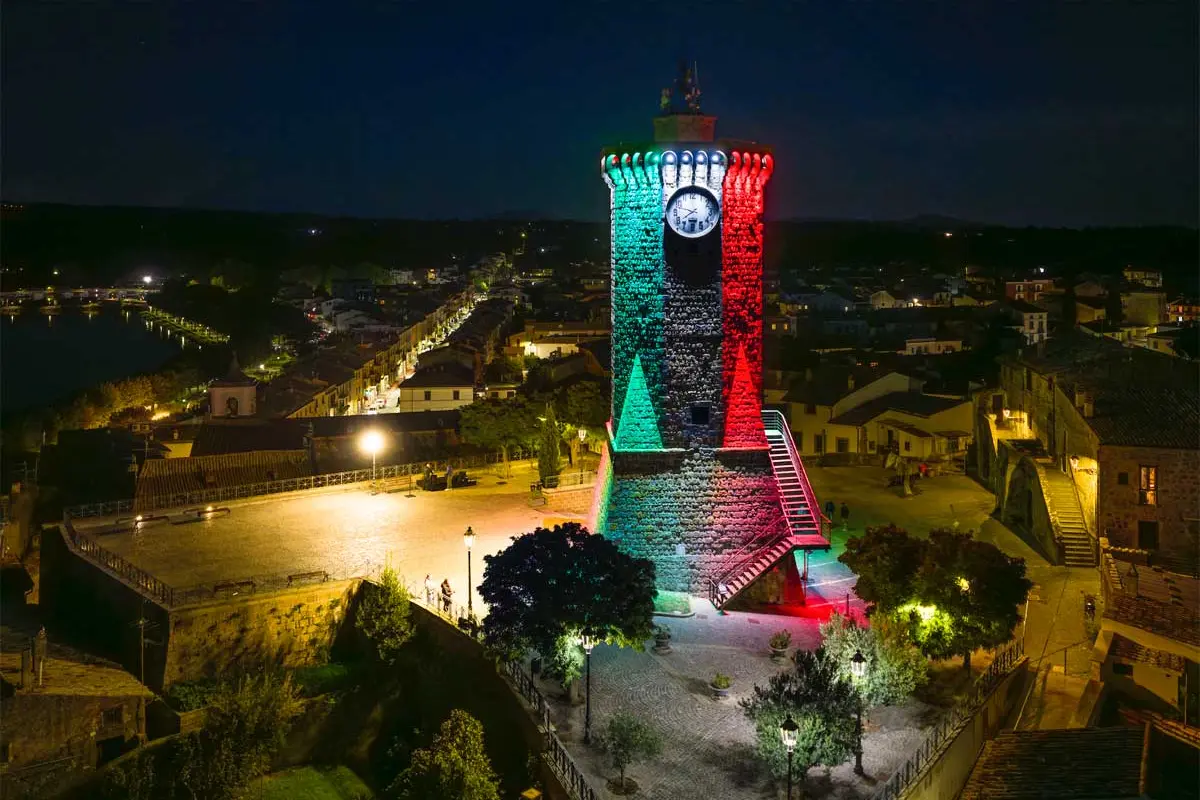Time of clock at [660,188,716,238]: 7:47
